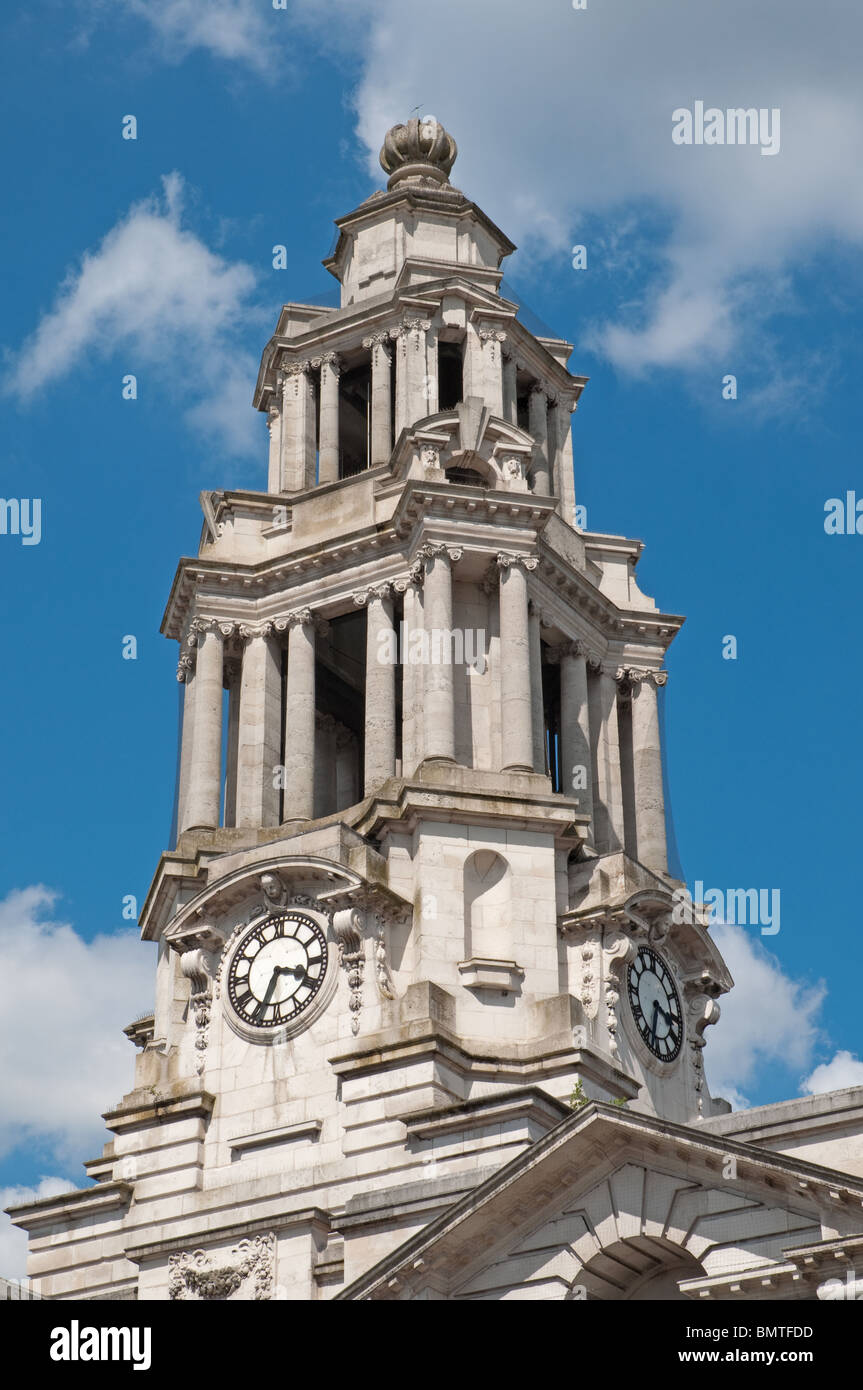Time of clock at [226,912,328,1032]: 3:33
